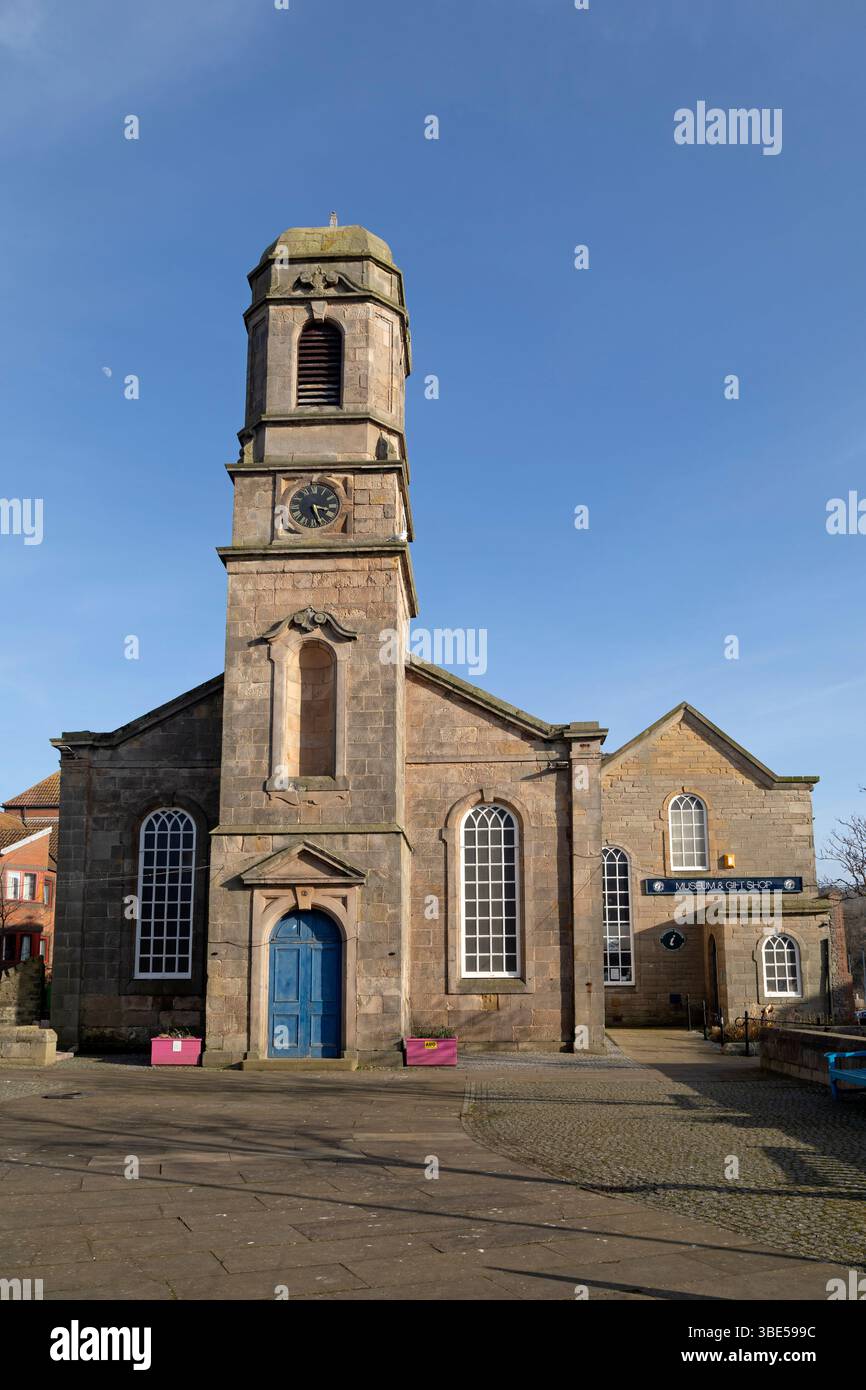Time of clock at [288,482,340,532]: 3:27
